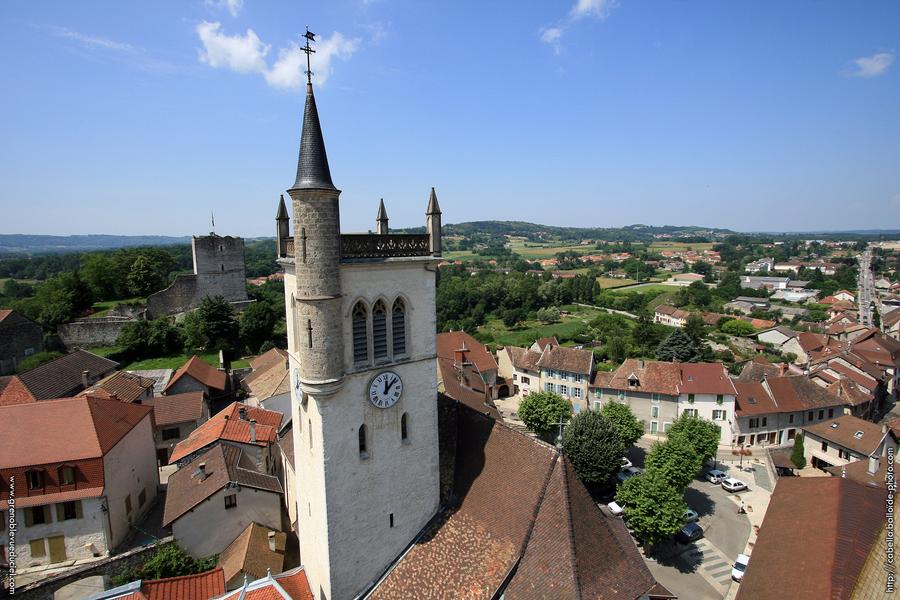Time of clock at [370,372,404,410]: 12:07
